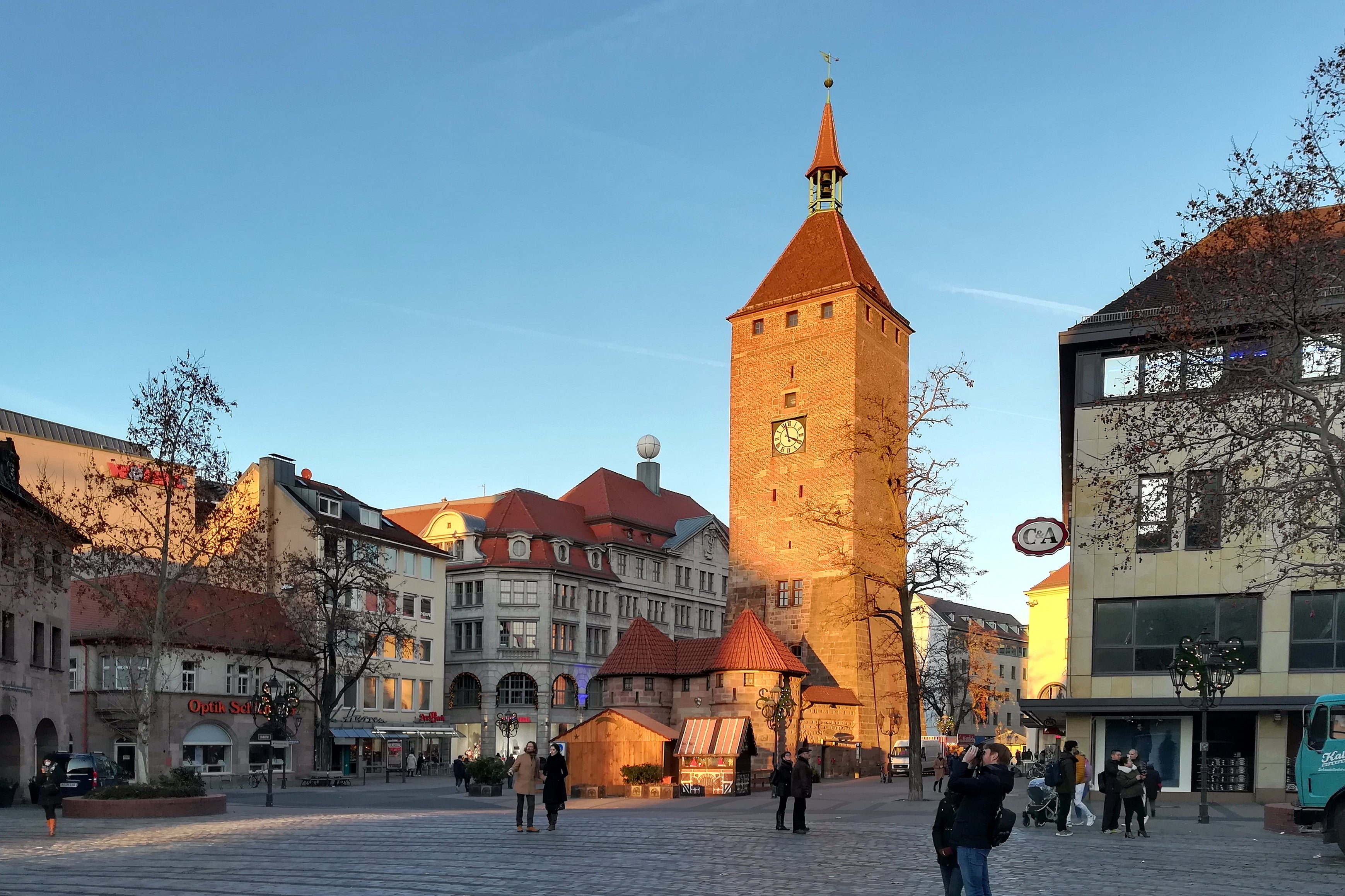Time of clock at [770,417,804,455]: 3:57
